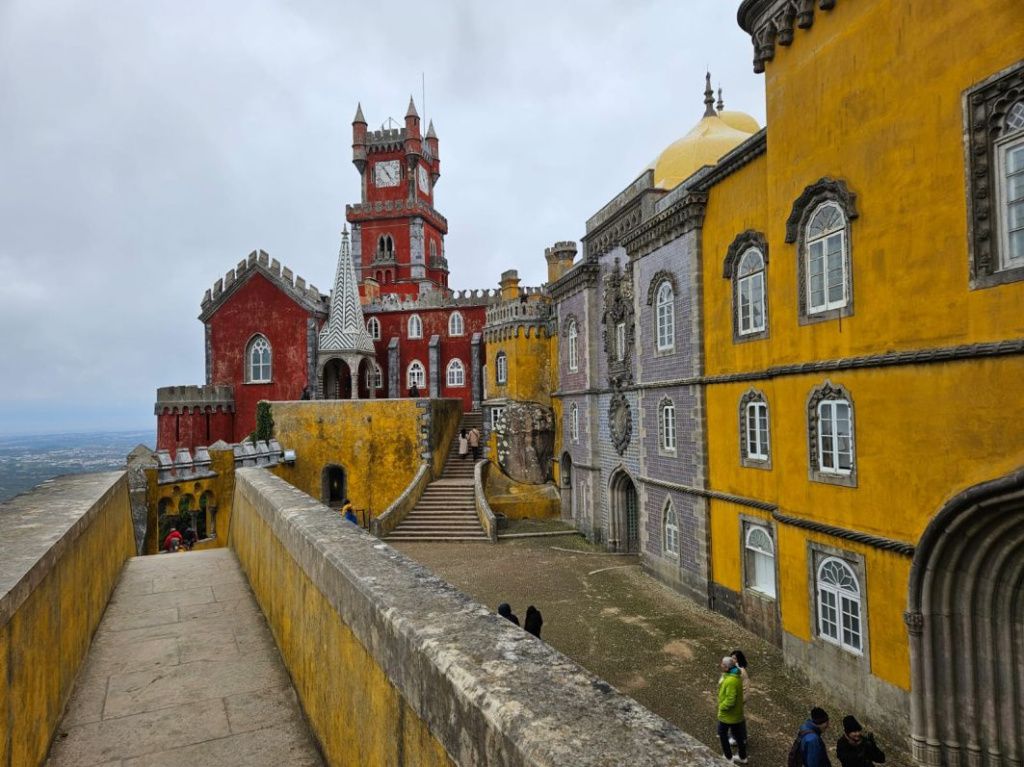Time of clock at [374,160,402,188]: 4:54
